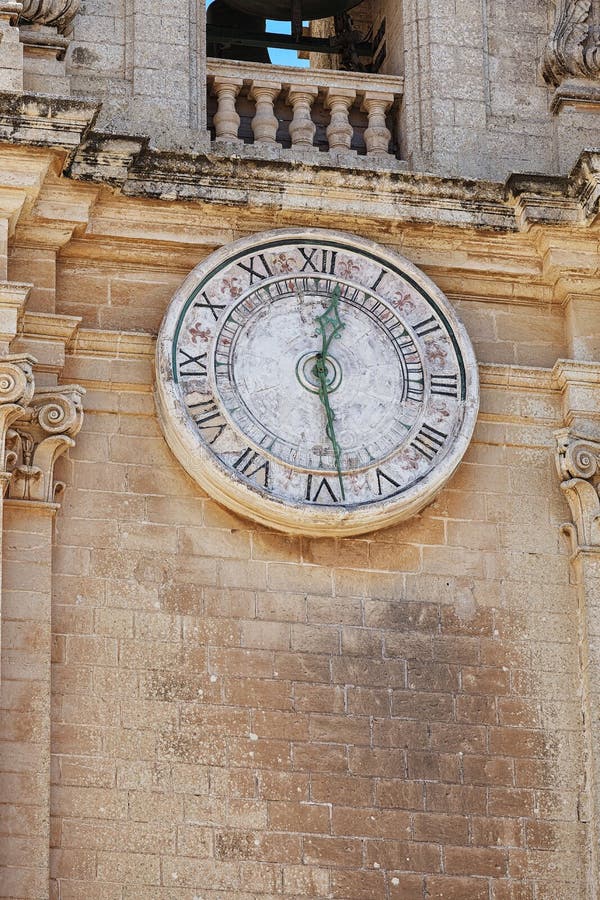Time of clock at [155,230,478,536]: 12:28
